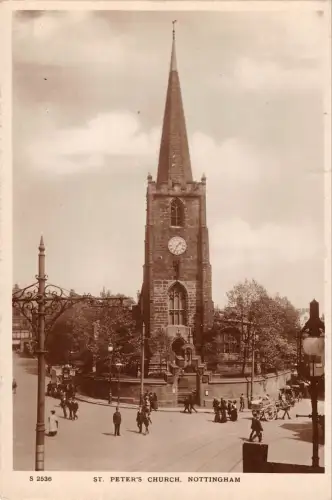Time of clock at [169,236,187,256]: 1:34
